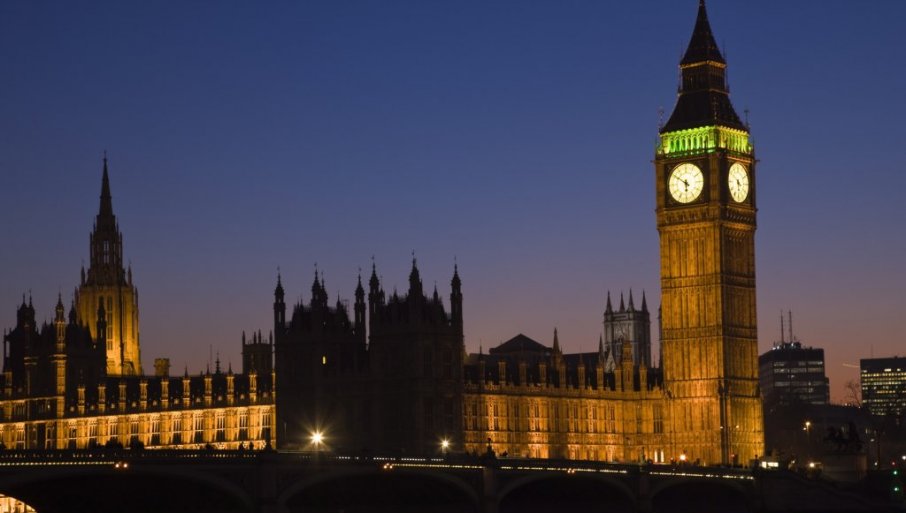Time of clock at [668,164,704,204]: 5:50
